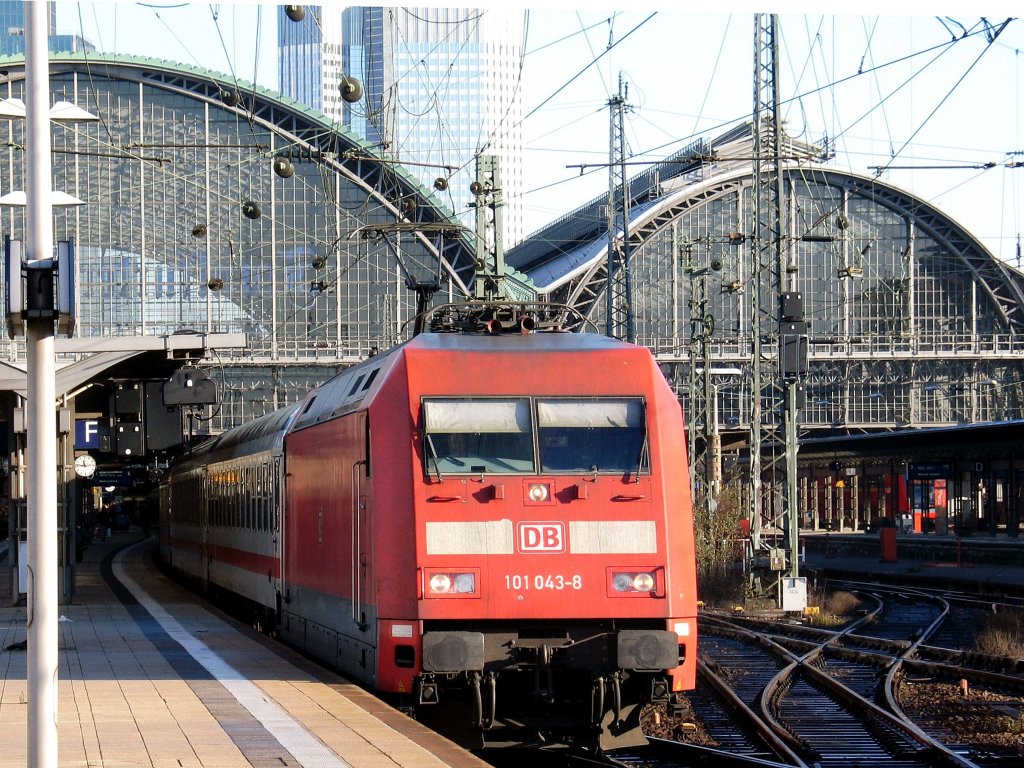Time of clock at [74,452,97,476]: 11:46
